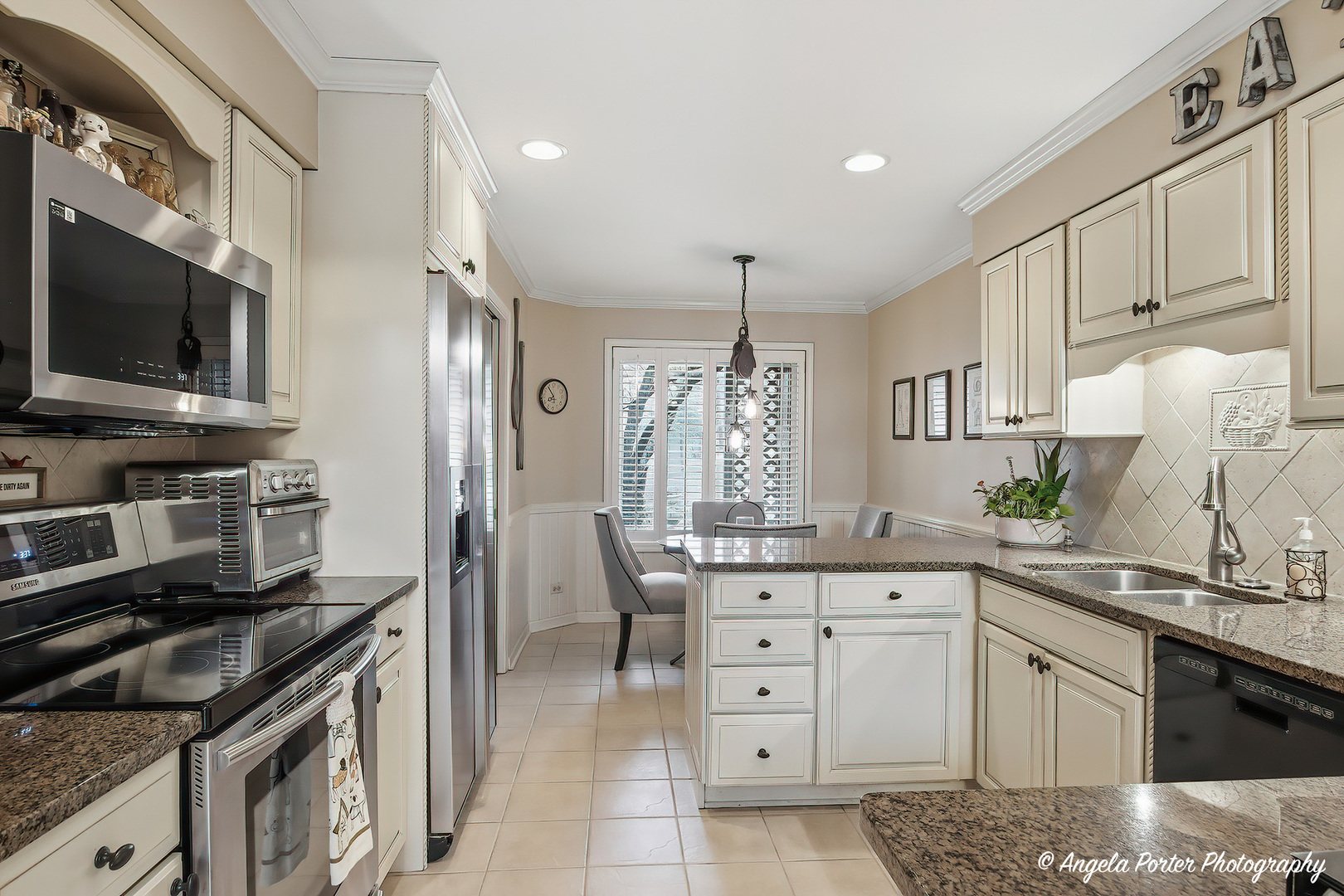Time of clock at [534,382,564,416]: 7:54
